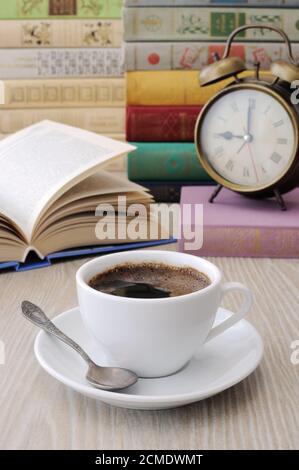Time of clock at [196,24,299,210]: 9:00
